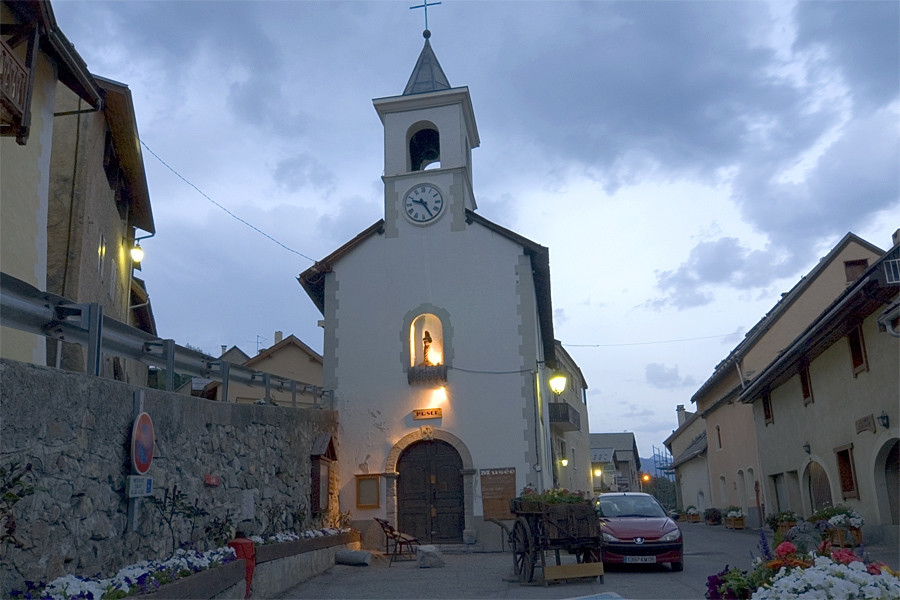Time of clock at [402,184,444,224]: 9:25
